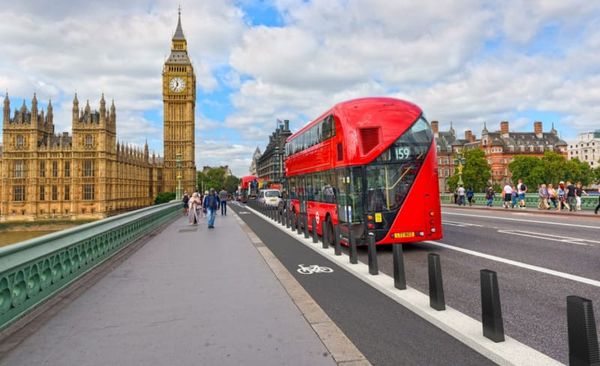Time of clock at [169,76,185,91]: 11:34
